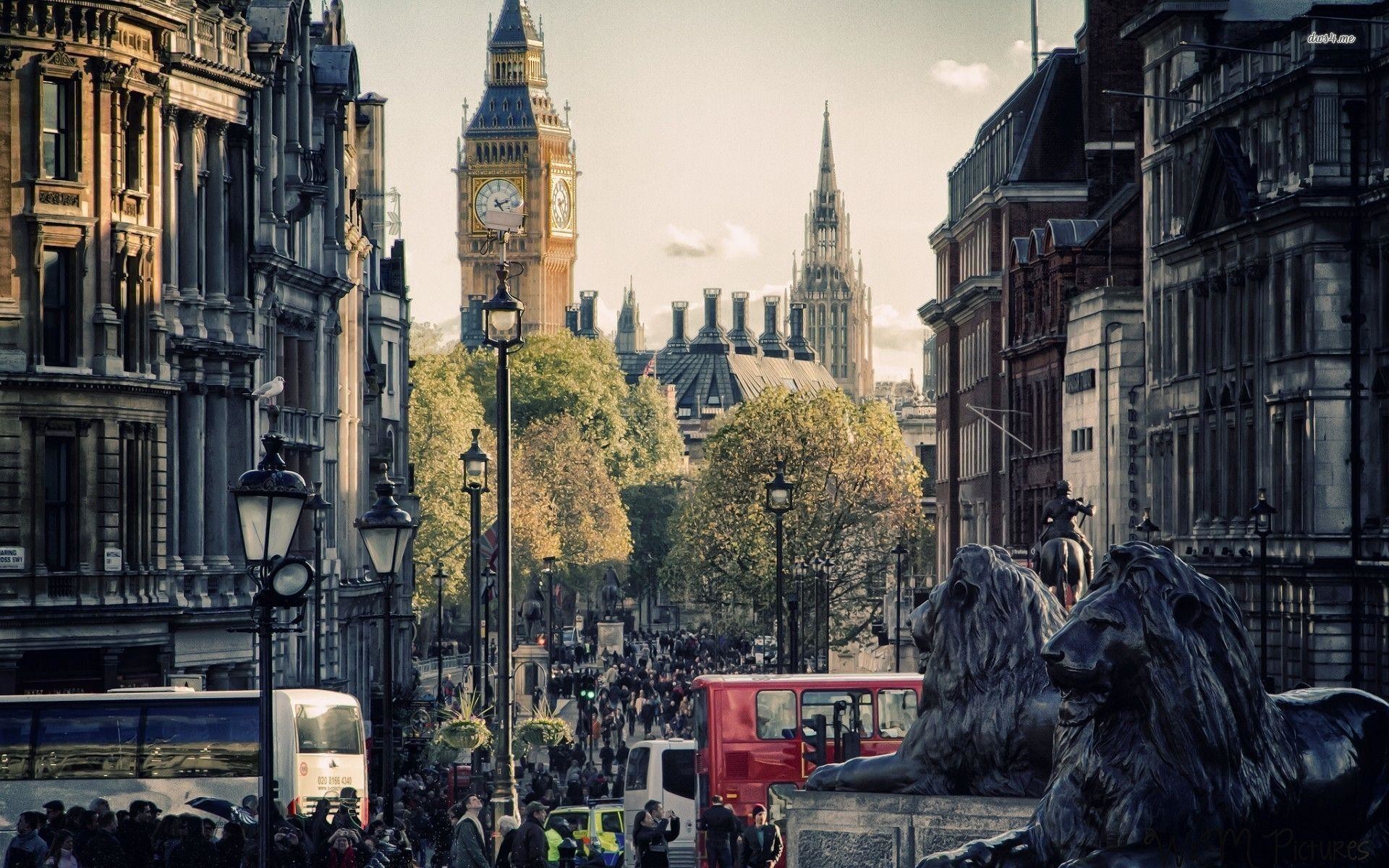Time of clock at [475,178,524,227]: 2:23
